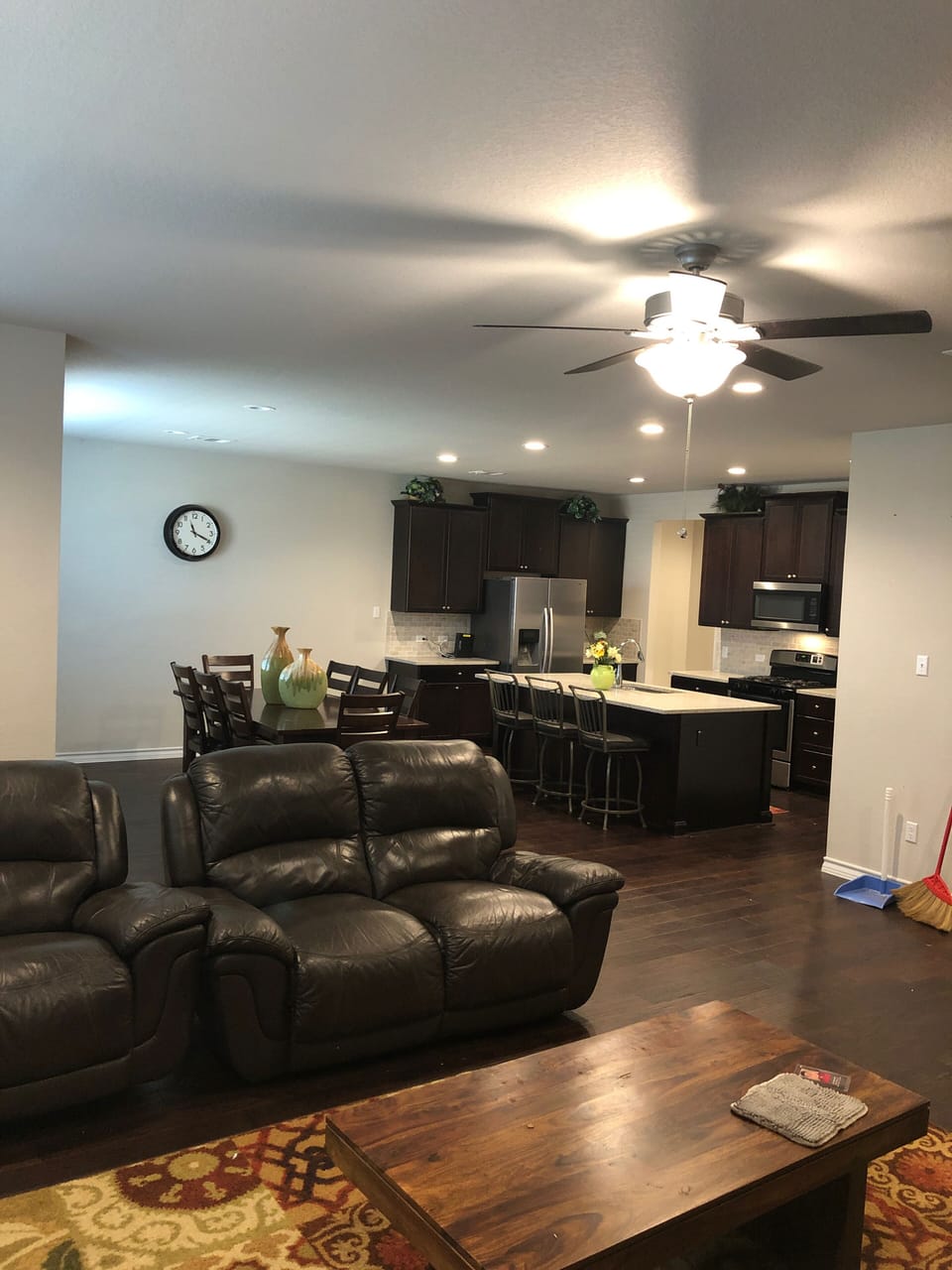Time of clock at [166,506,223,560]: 11:19
